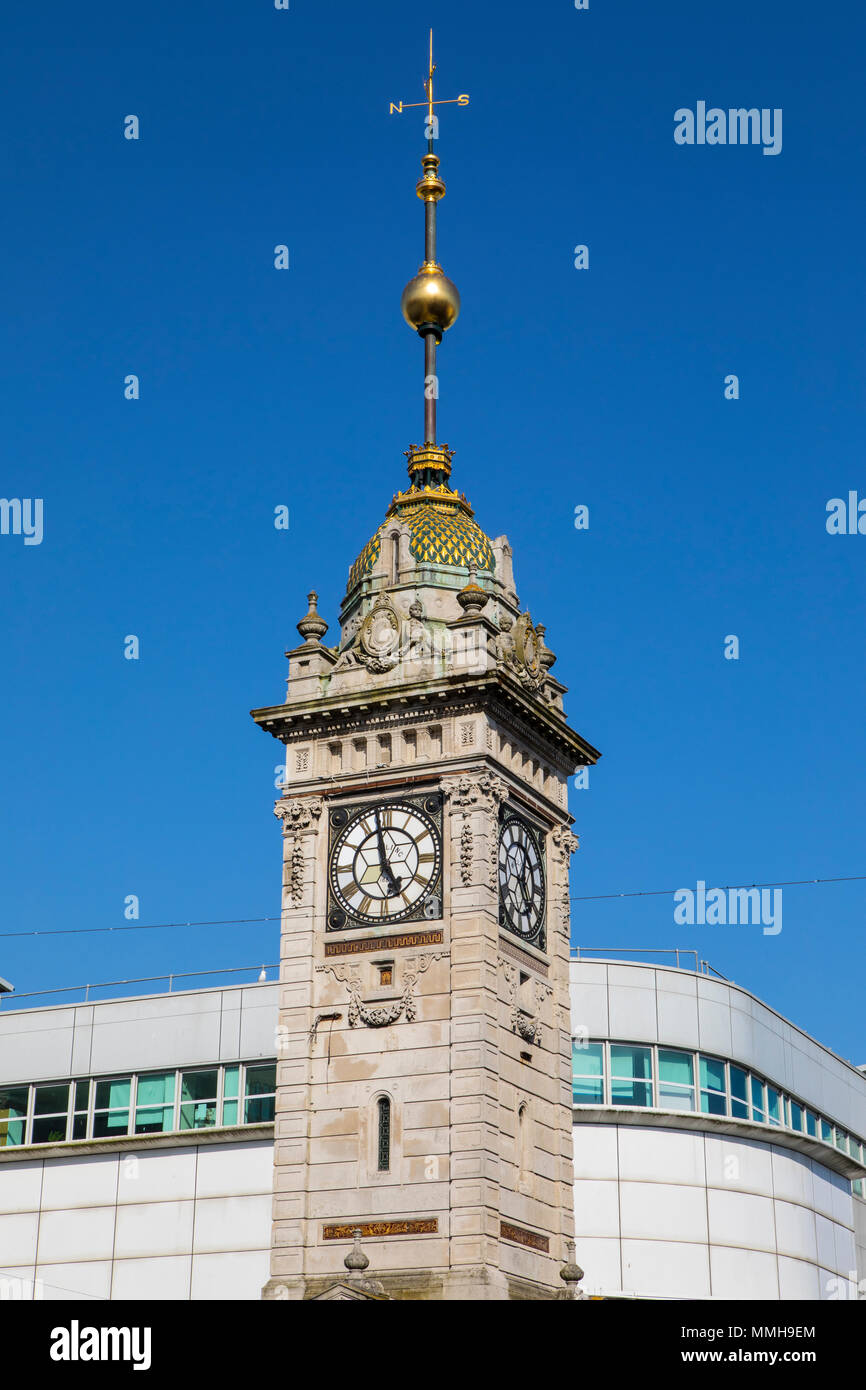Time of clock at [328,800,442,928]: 4:58
